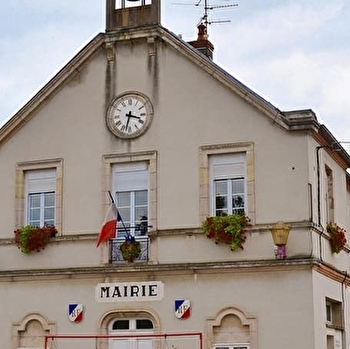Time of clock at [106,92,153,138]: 3:32
